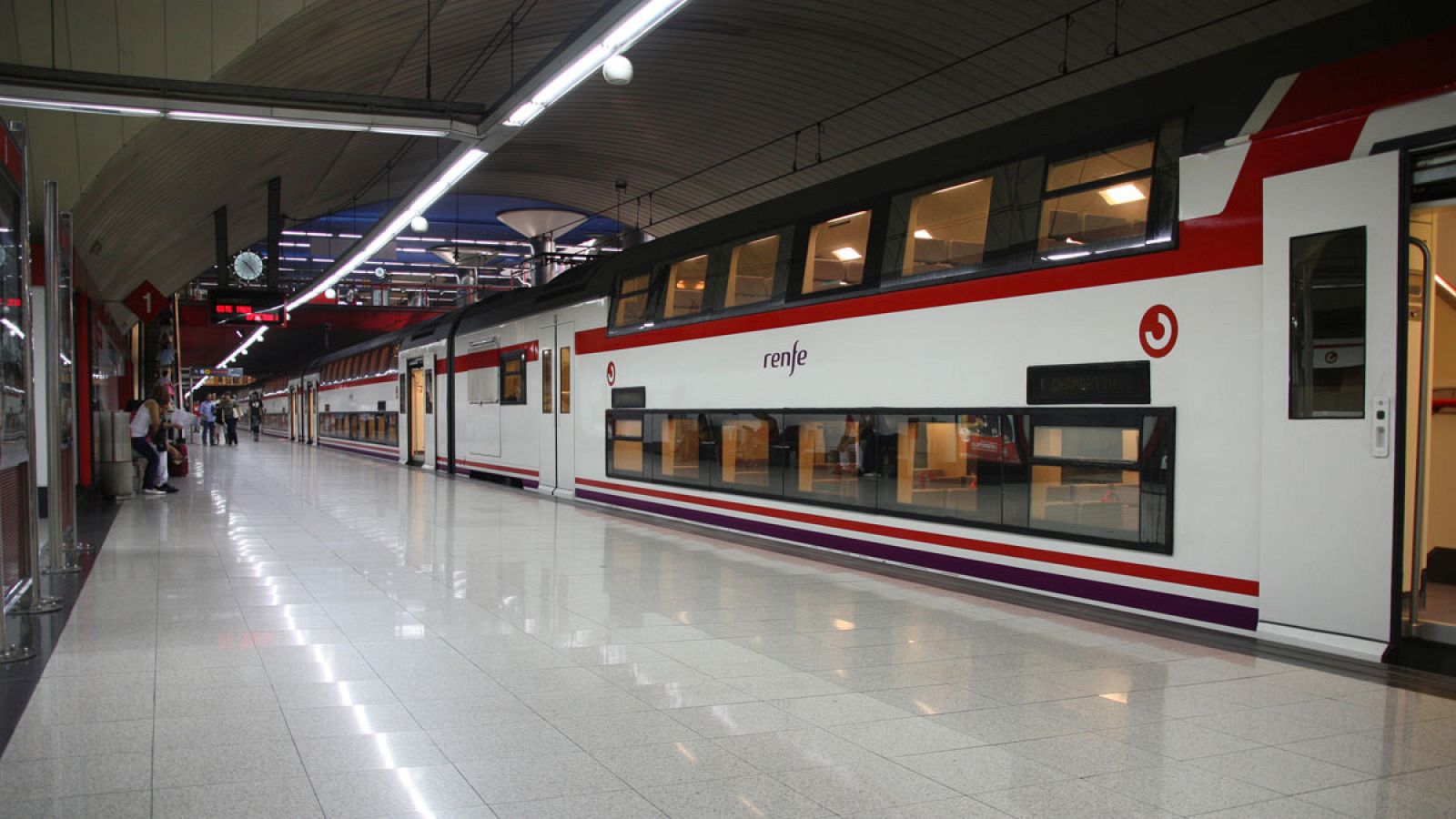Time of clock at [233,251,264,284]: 10:23
